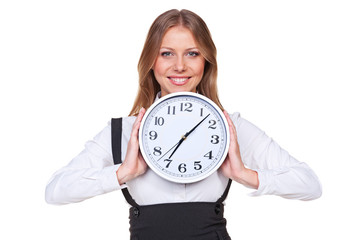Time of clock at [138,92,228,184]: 7:07
